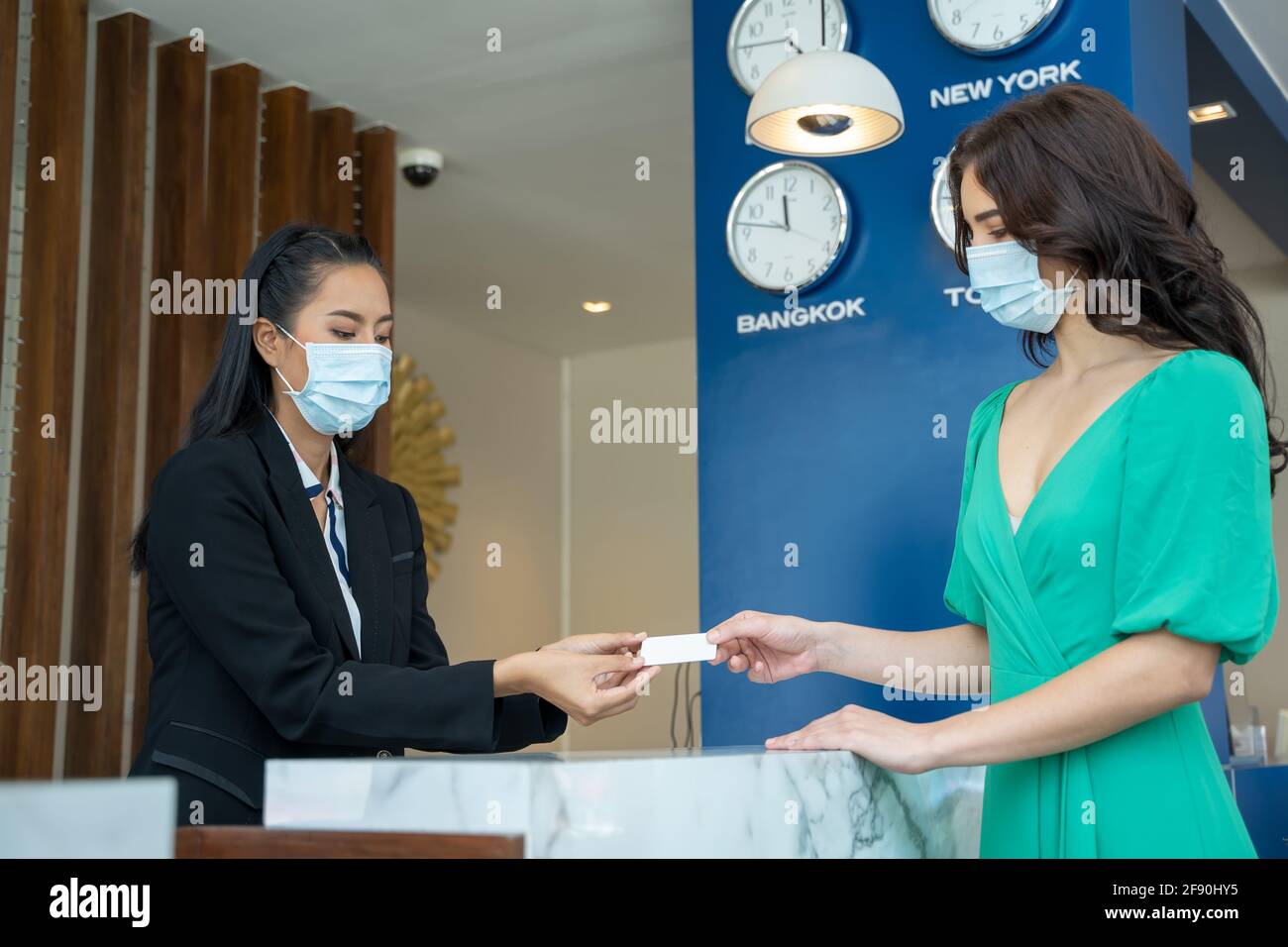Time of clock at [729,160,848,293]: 11:46
